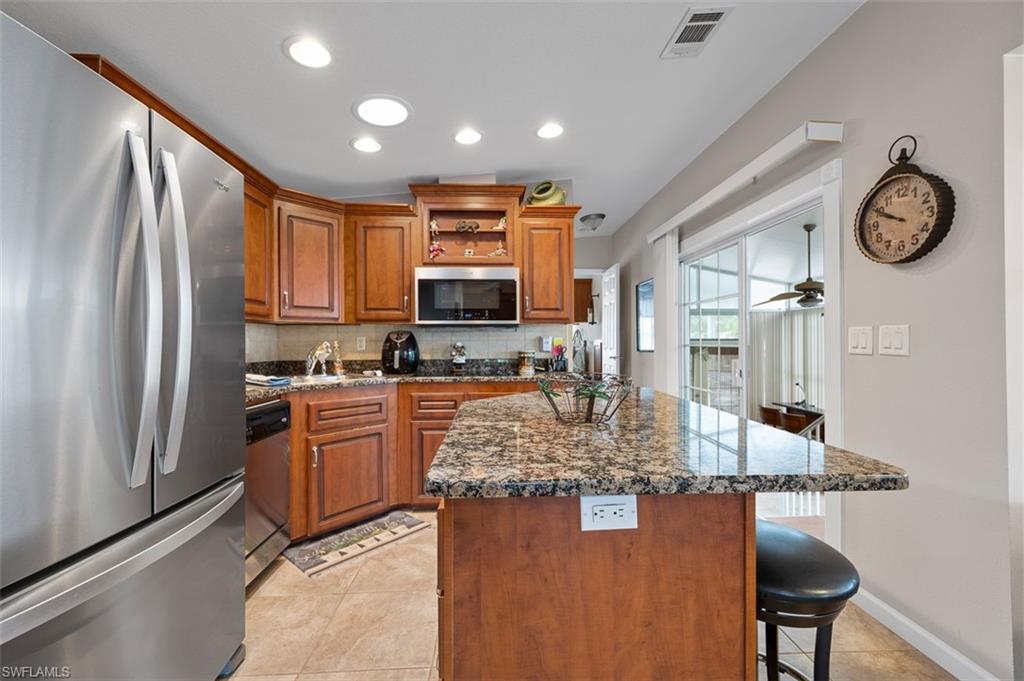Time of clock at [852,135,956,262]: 9:50
